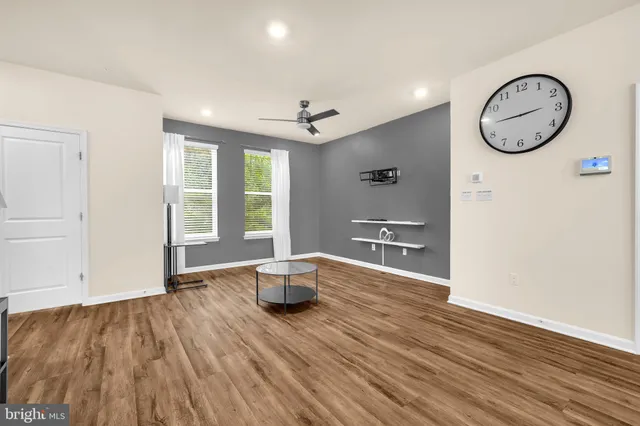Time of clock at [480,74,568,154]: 2:44
